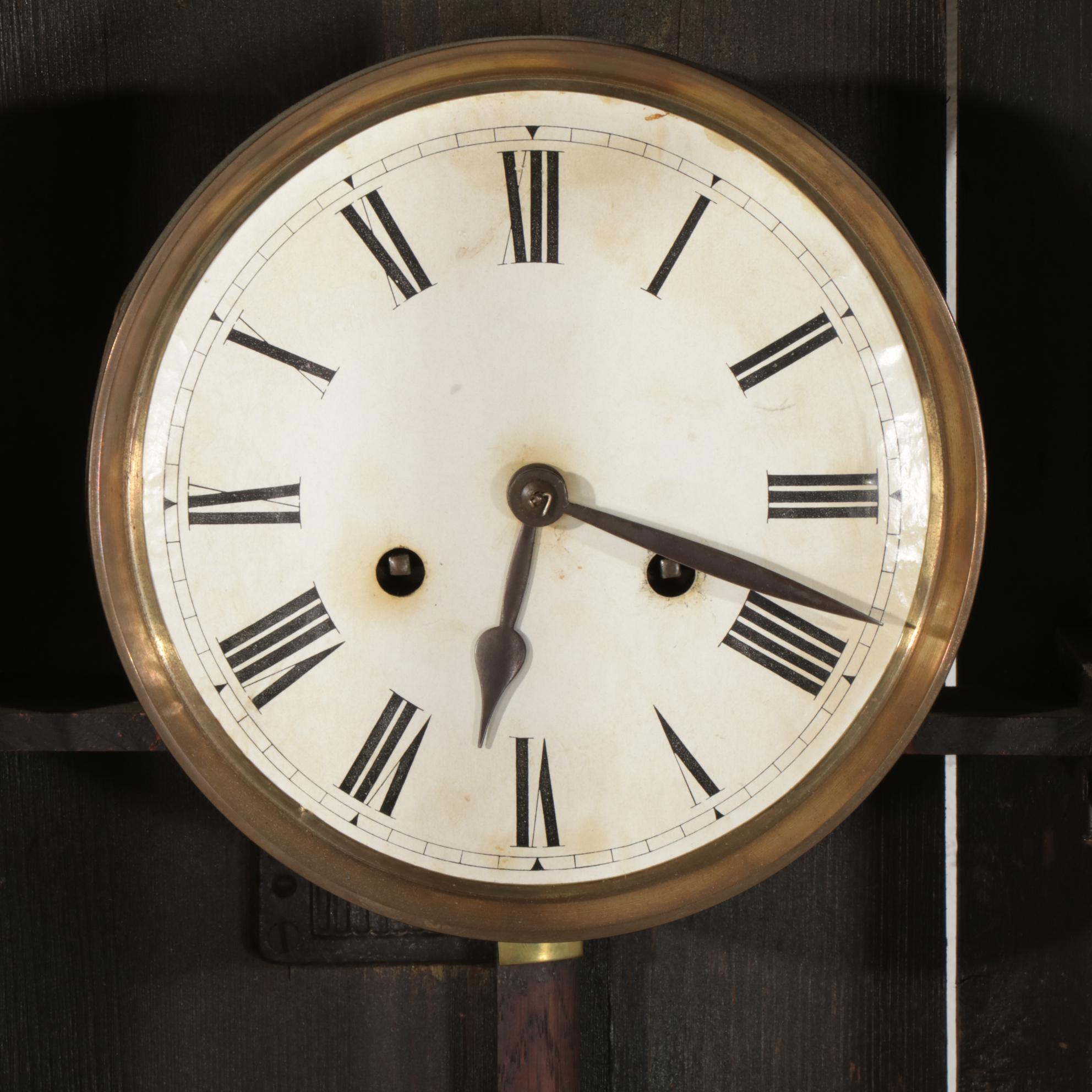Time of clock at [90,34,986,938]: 6:18
